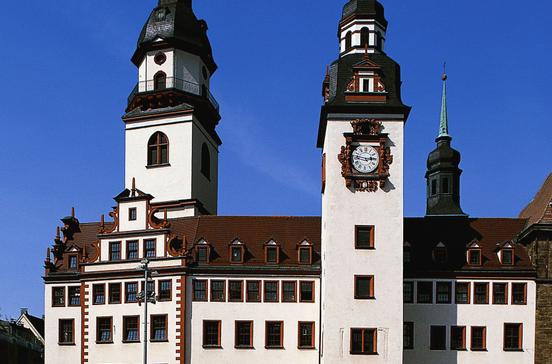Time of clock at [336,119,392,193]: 2:46
